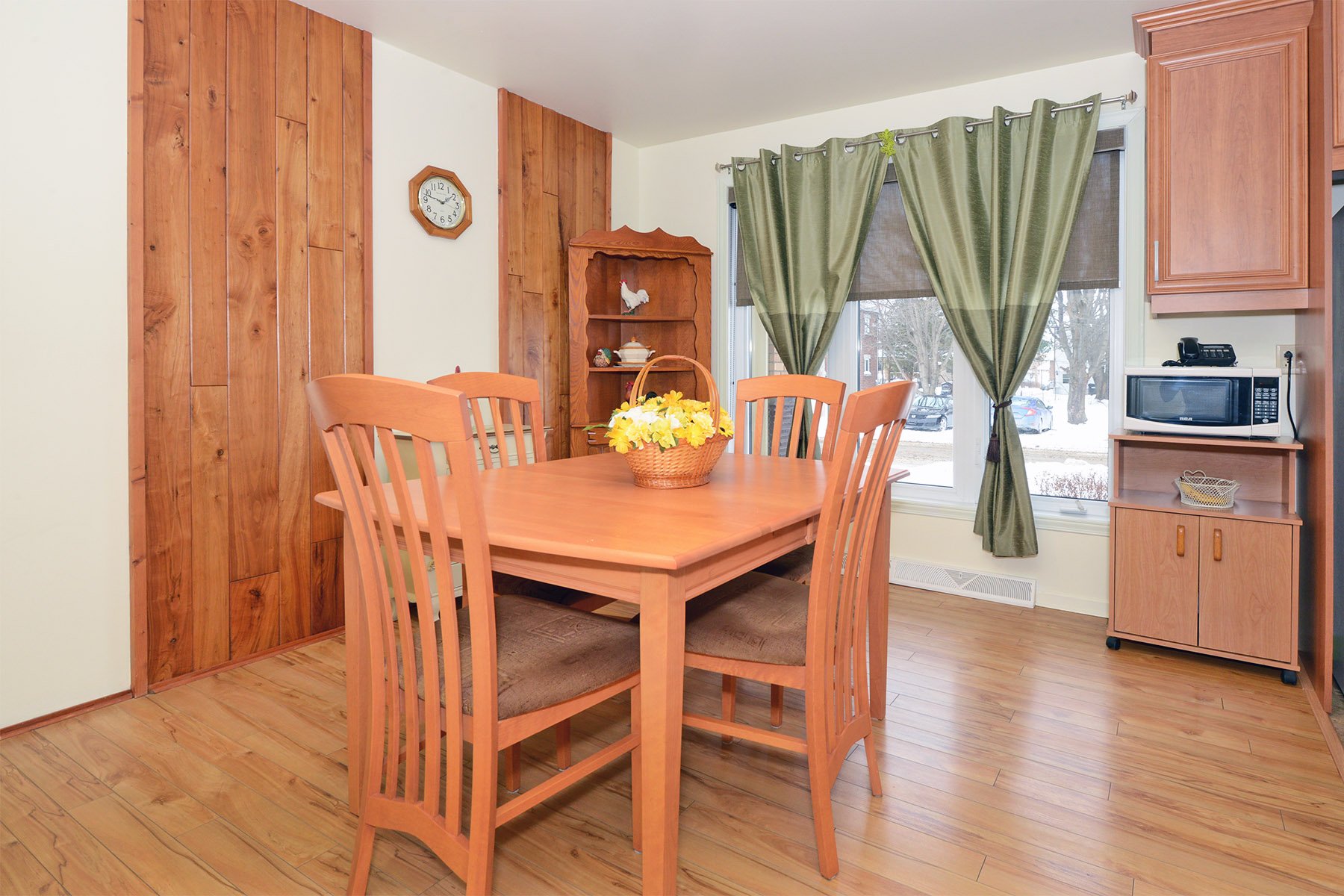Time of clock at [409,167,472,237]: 1:47
